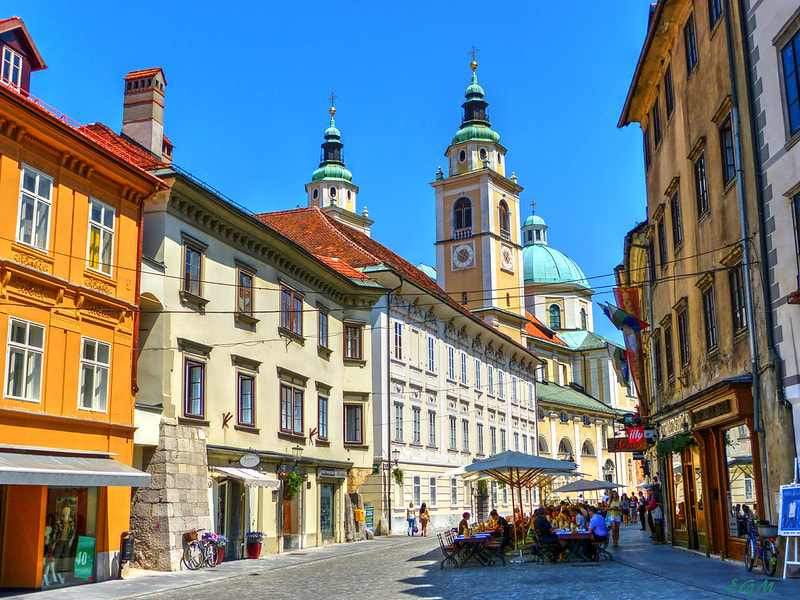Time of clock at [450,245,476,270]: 12:49
